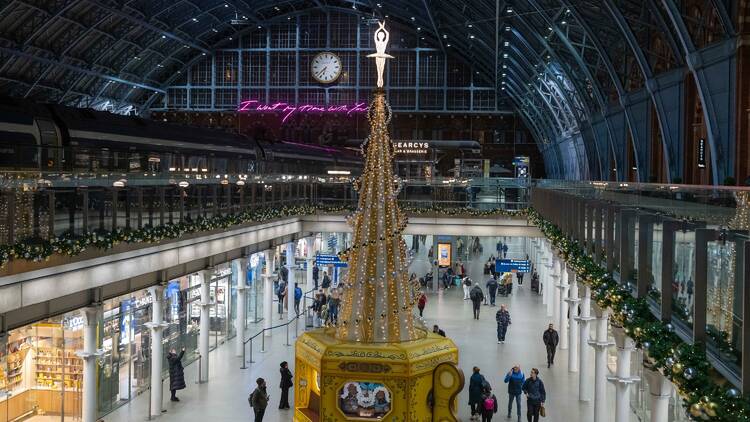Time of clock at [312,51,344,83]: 6:37
